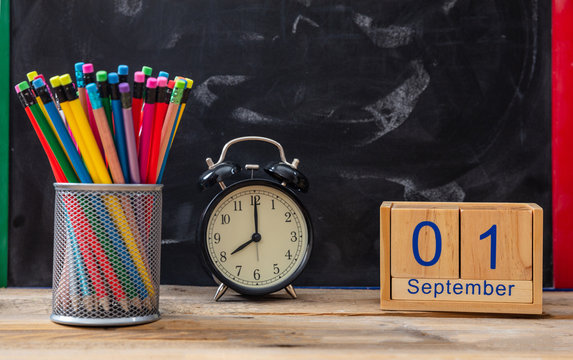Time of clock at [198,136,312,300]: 8:00
